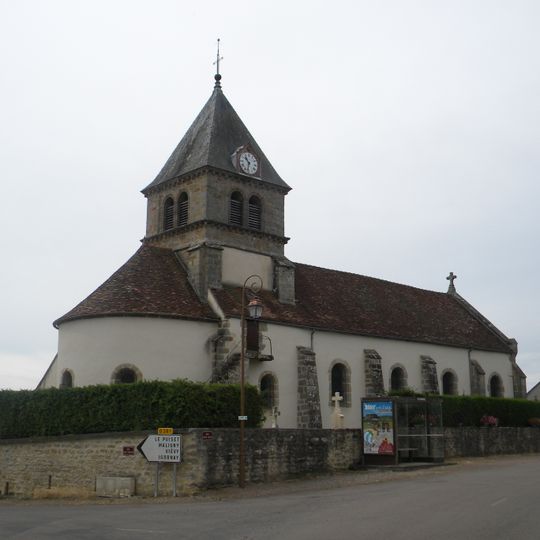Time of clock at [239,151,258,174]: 10:32
